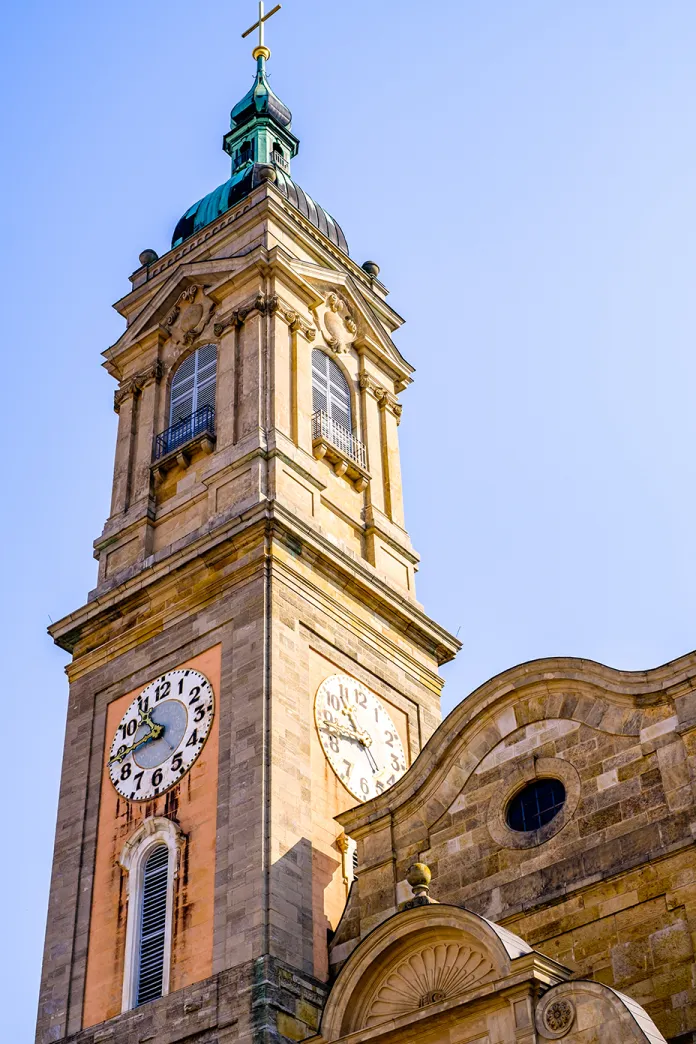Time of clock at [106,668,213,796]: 10:43
